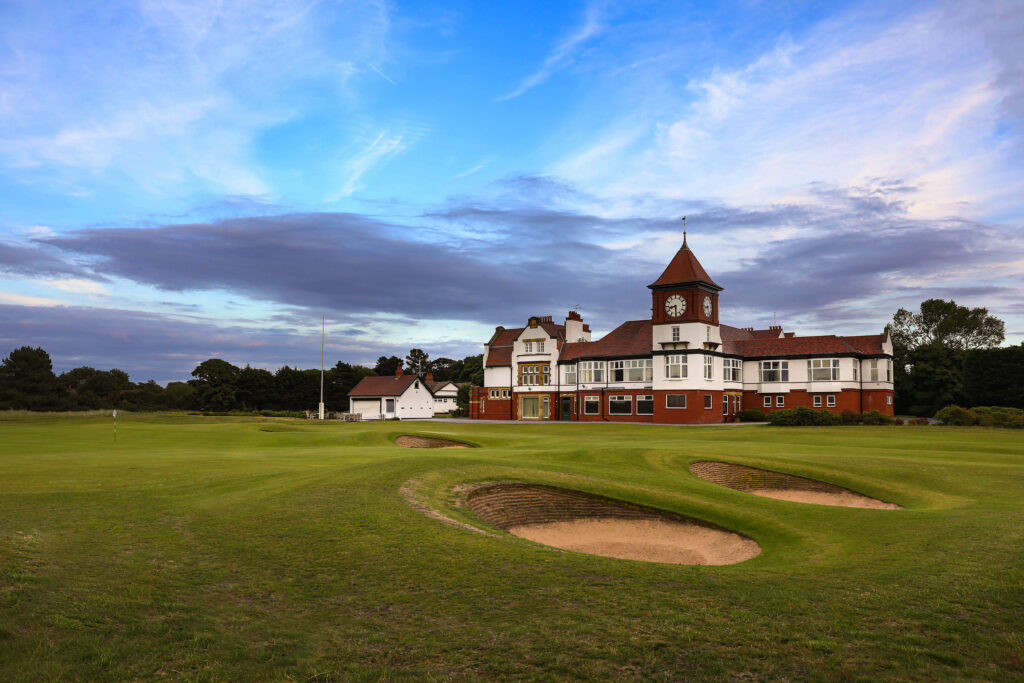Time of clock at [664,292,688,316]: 8:29
